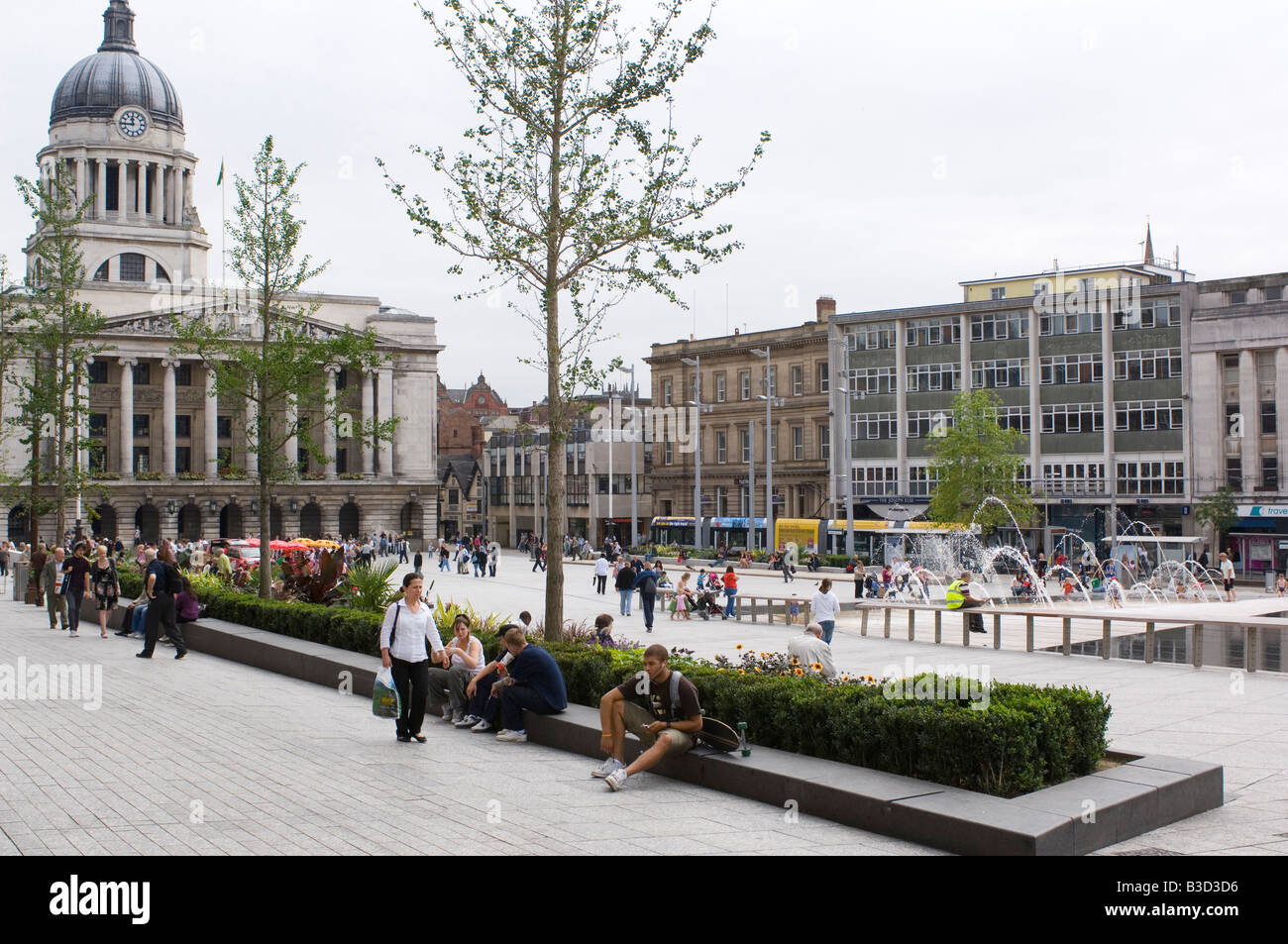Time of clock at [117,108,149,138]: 11:44
